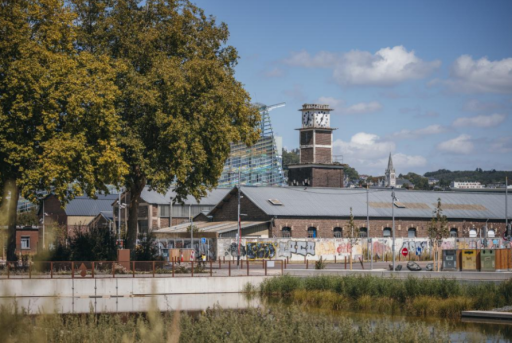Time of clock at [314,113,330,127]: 7:04
